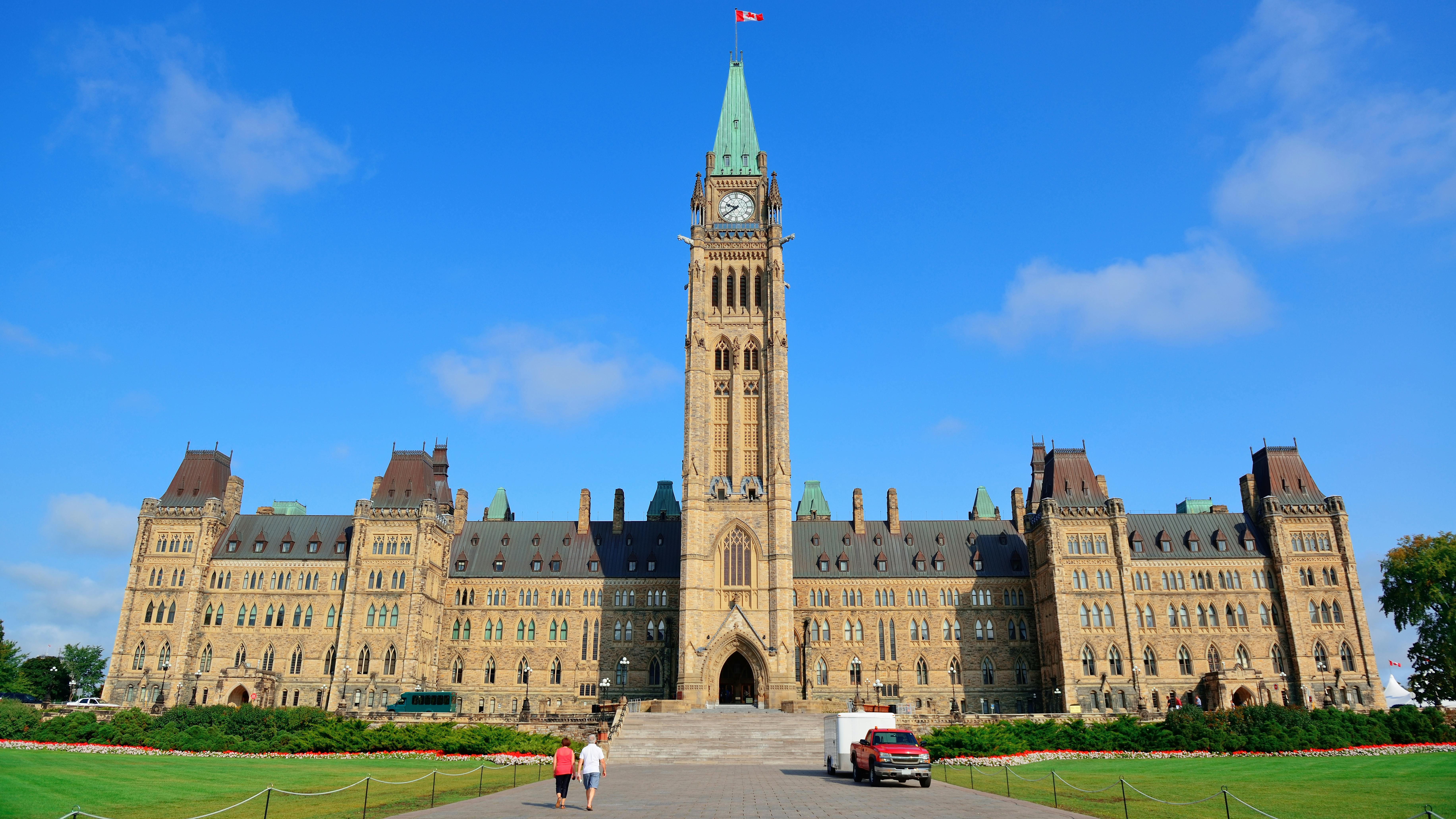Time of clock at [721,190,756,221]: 9:38
